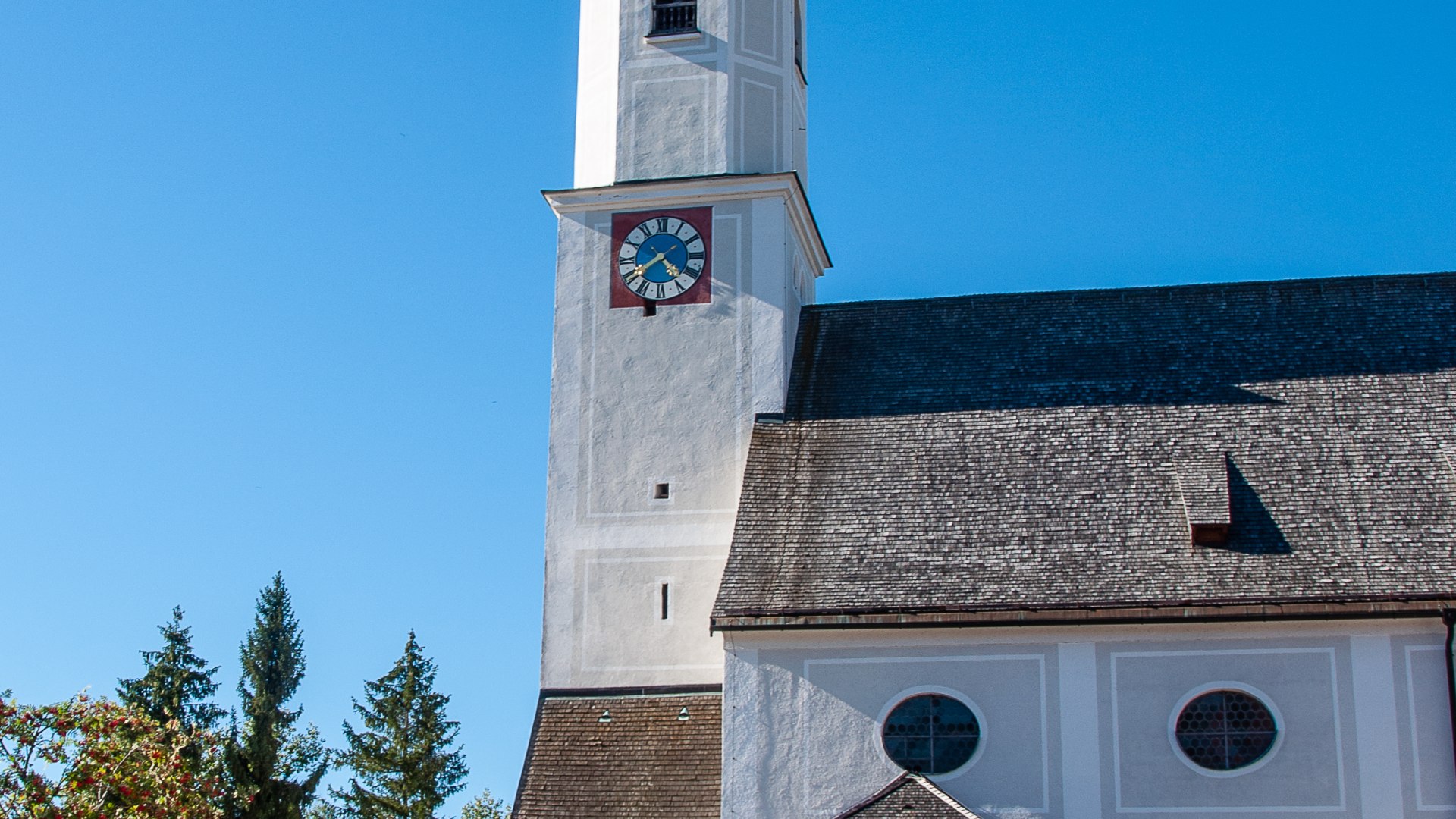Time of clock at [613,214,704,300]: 4:39
